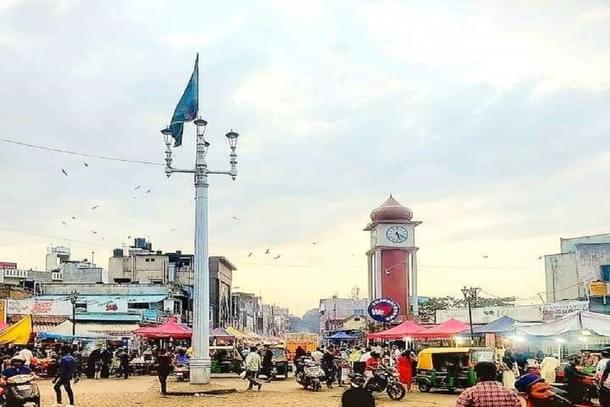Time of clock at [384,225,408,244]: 5:18
